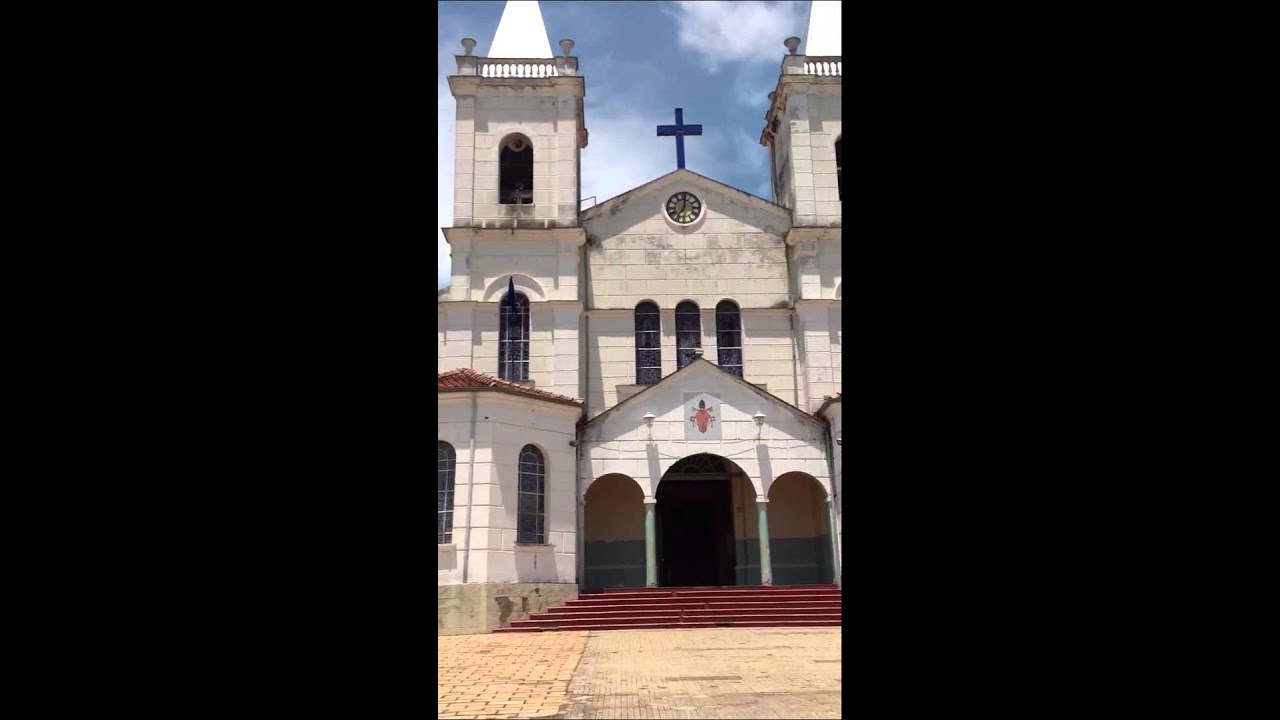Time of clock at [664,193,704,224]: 7:01
